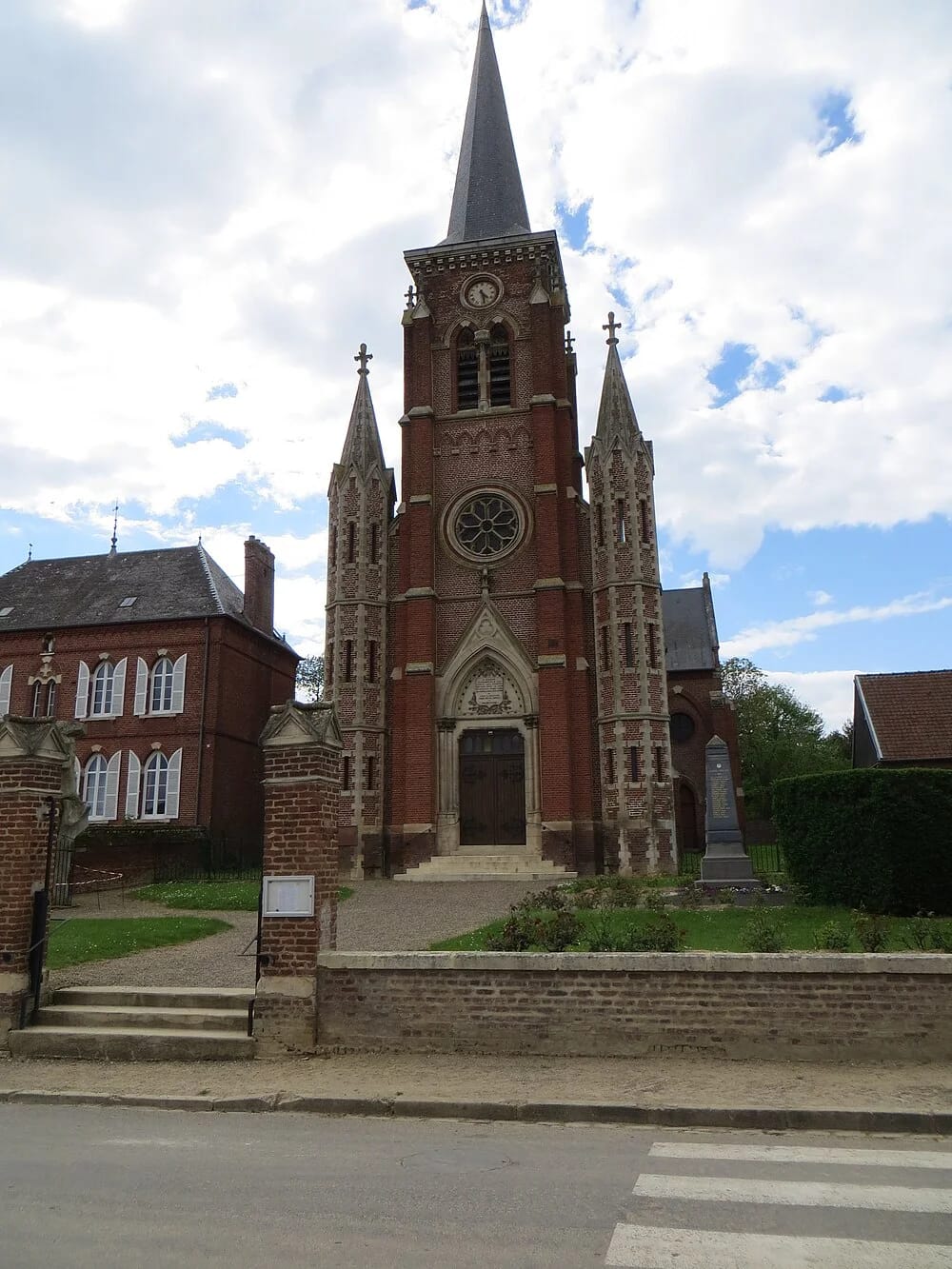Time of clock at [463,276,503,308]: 4:27
